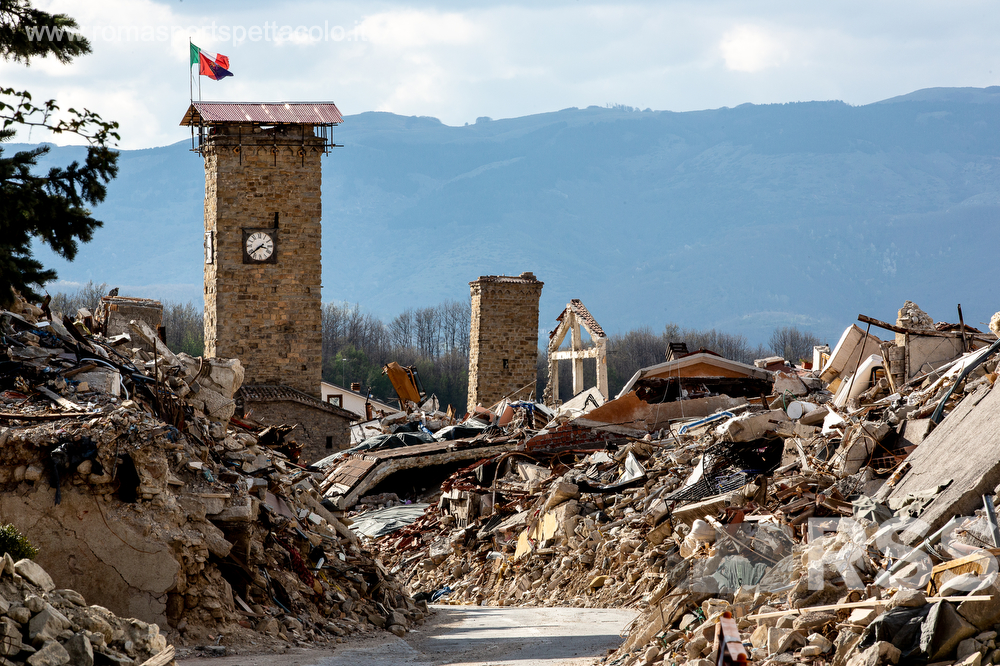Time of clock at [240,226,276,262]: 3:38
